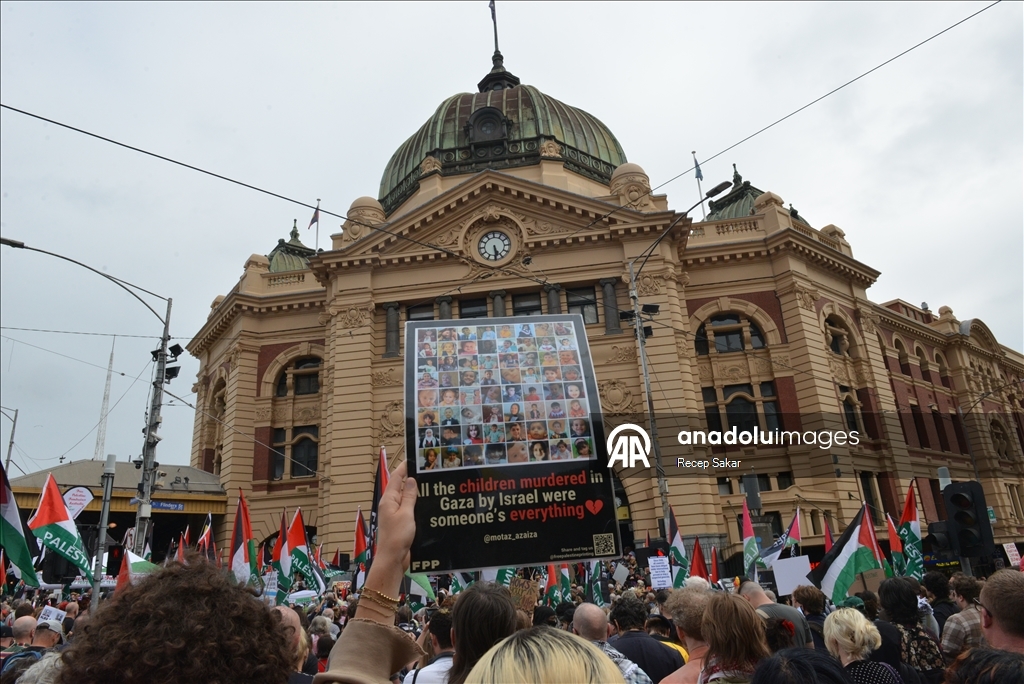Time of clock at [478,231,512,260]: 5:29
